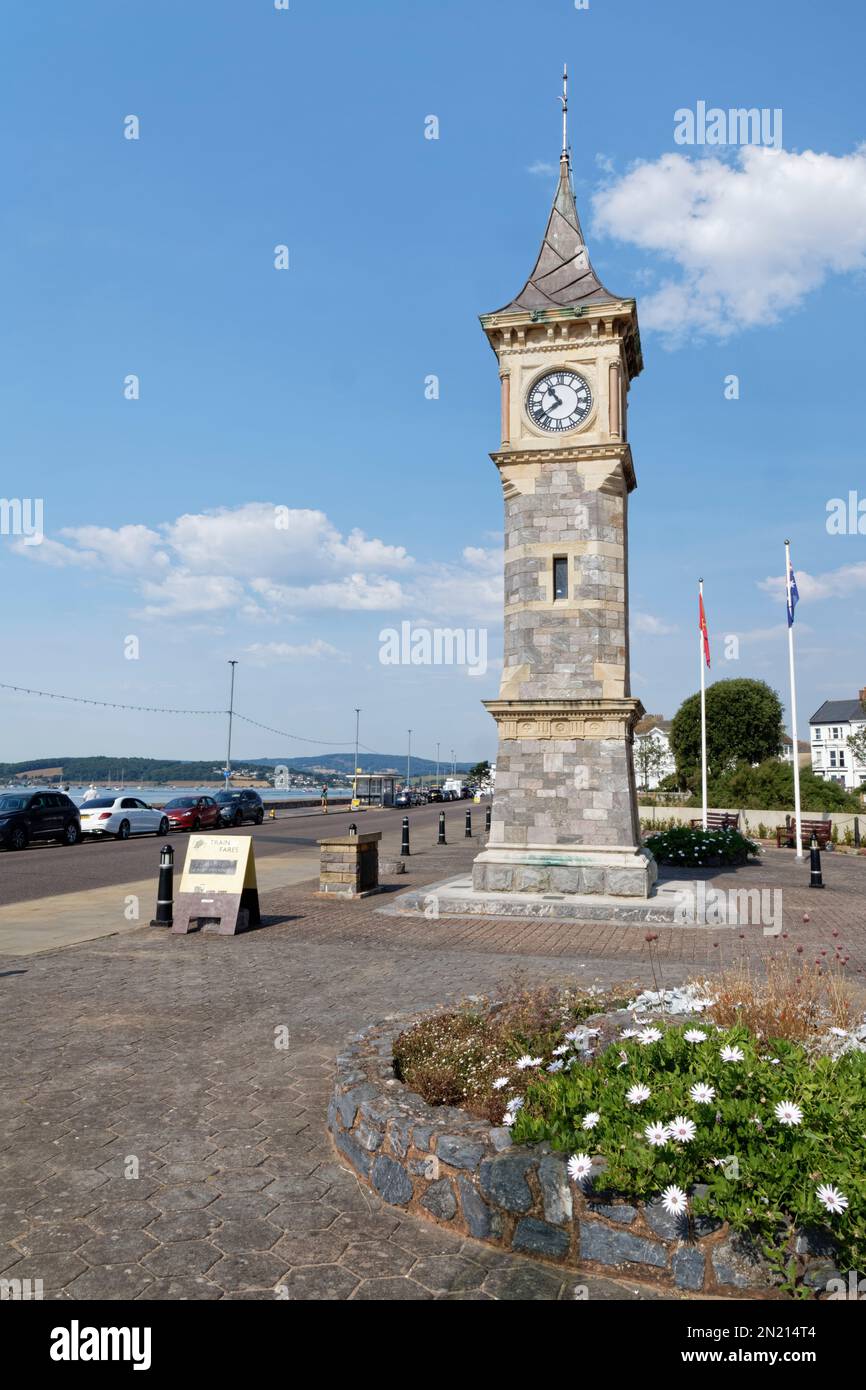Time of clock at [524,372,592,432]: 10:38
